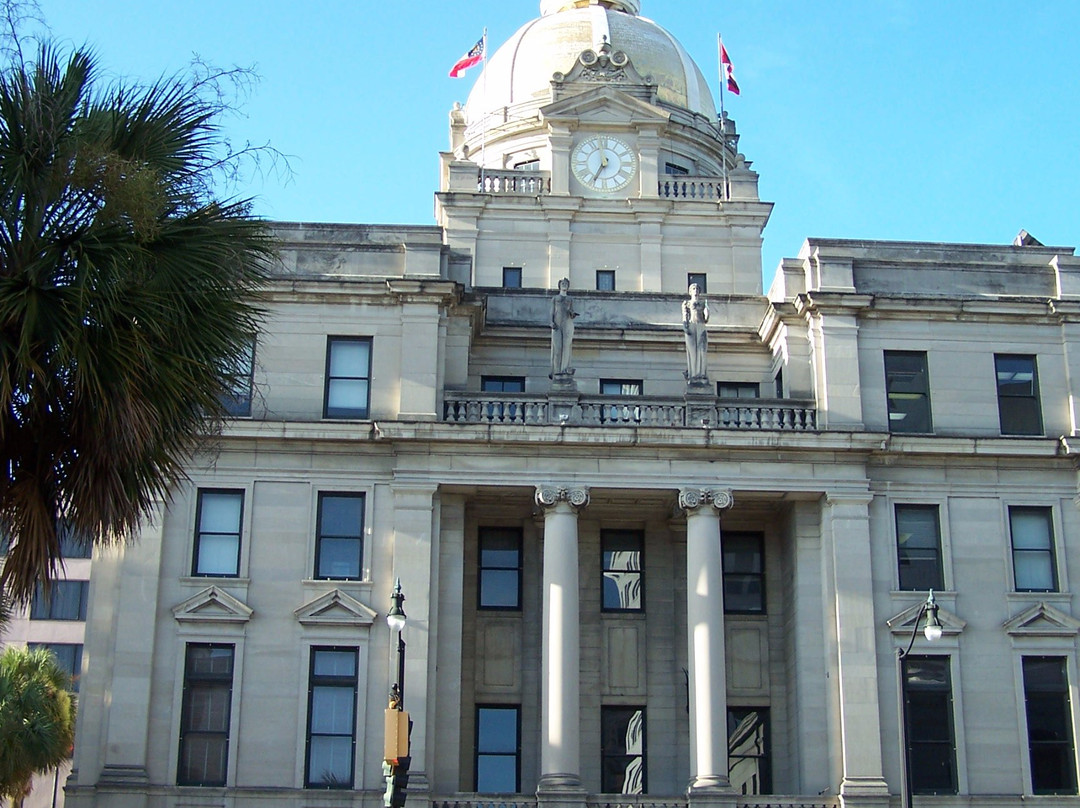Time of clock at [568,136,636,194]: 6:58
